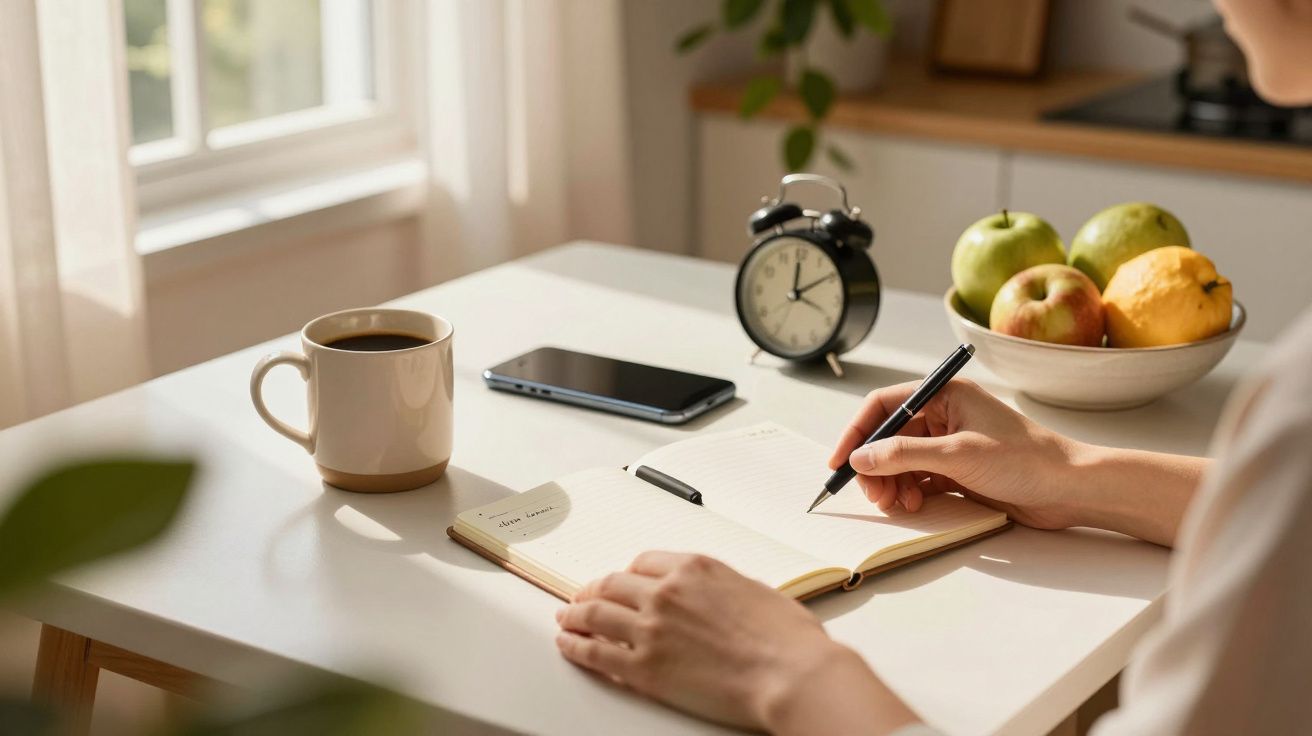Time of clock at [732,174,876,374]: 12:09
